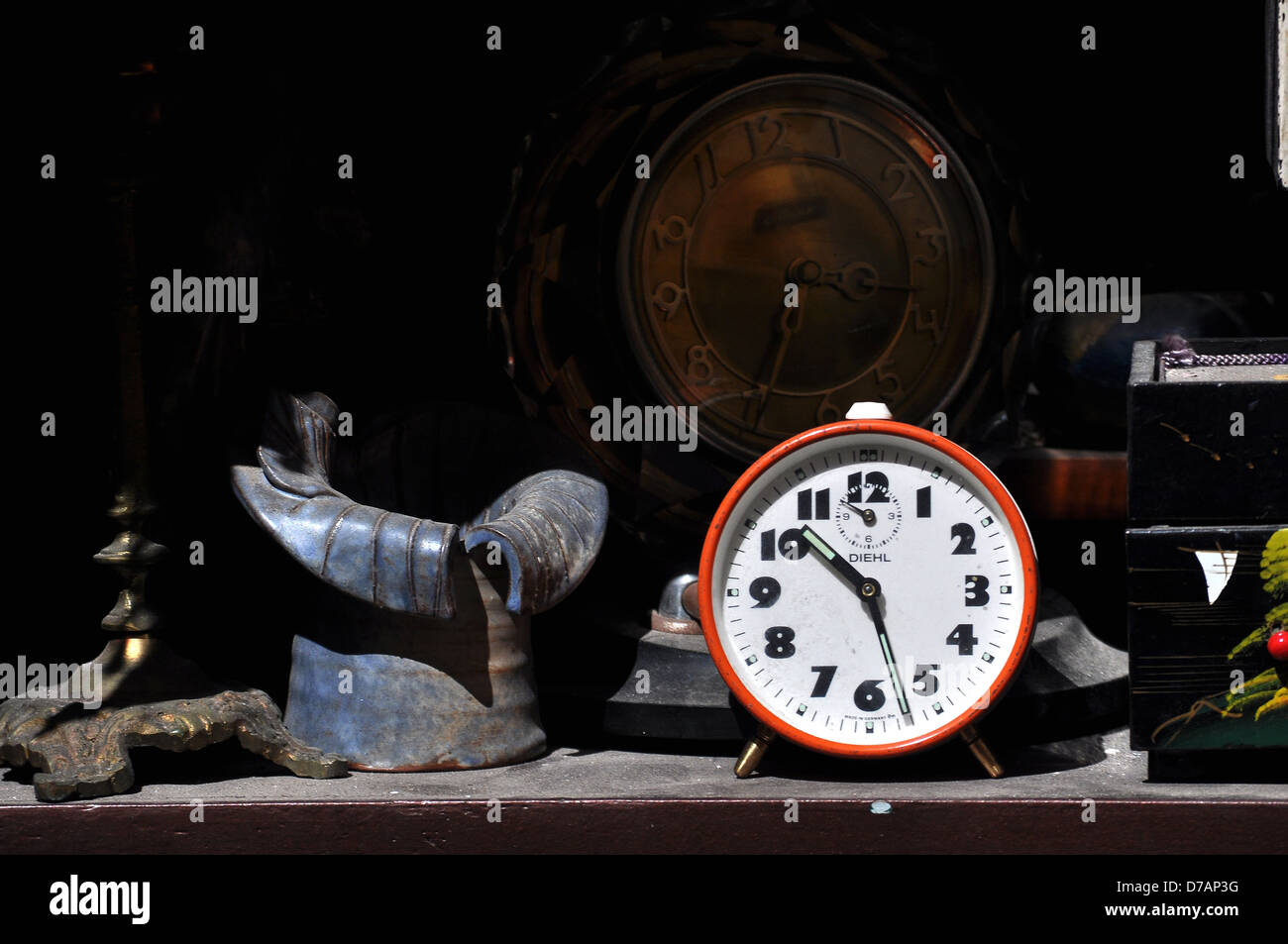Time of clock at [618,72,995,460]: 3:34
